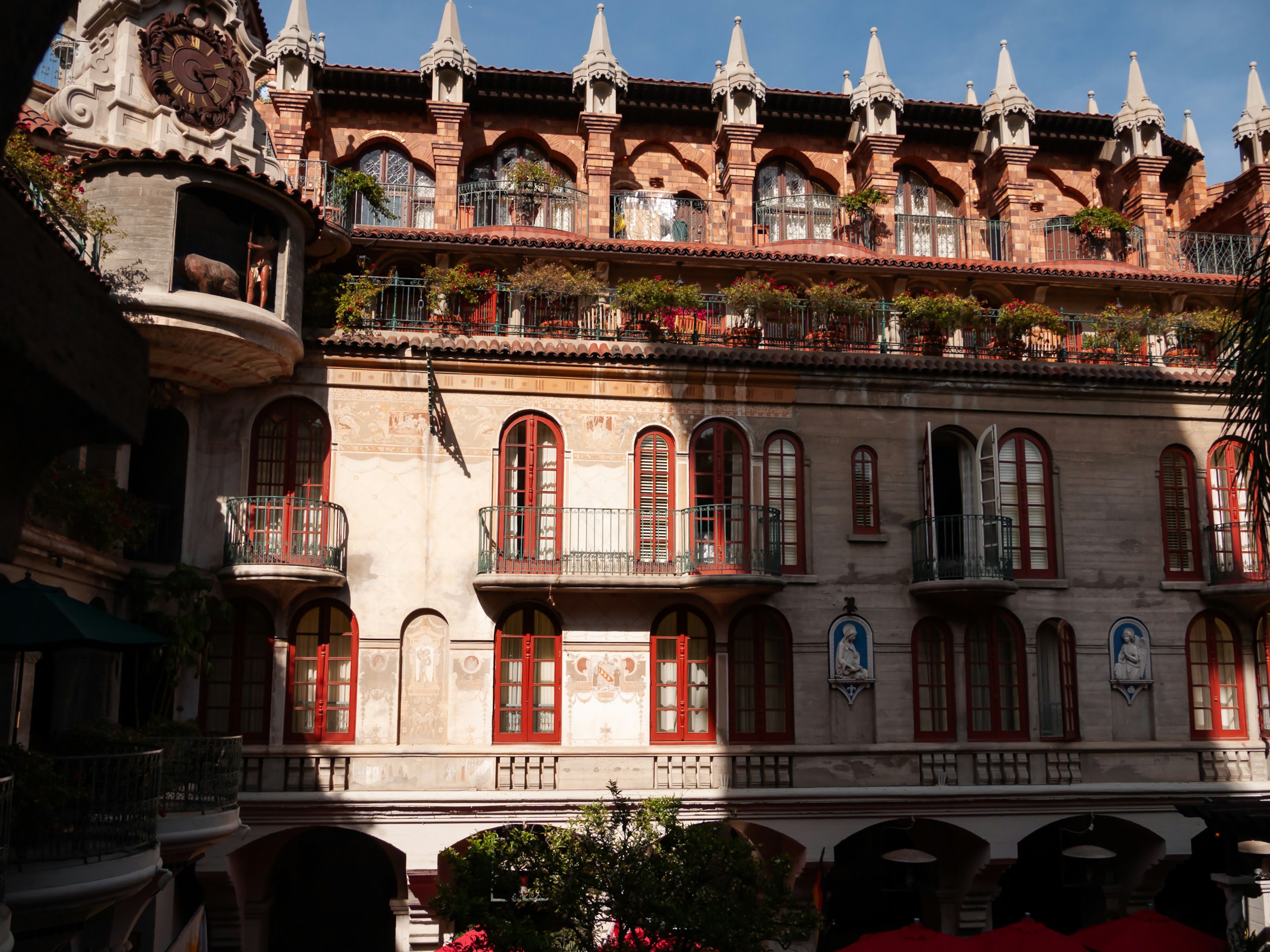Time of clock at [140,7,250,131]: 2:24
